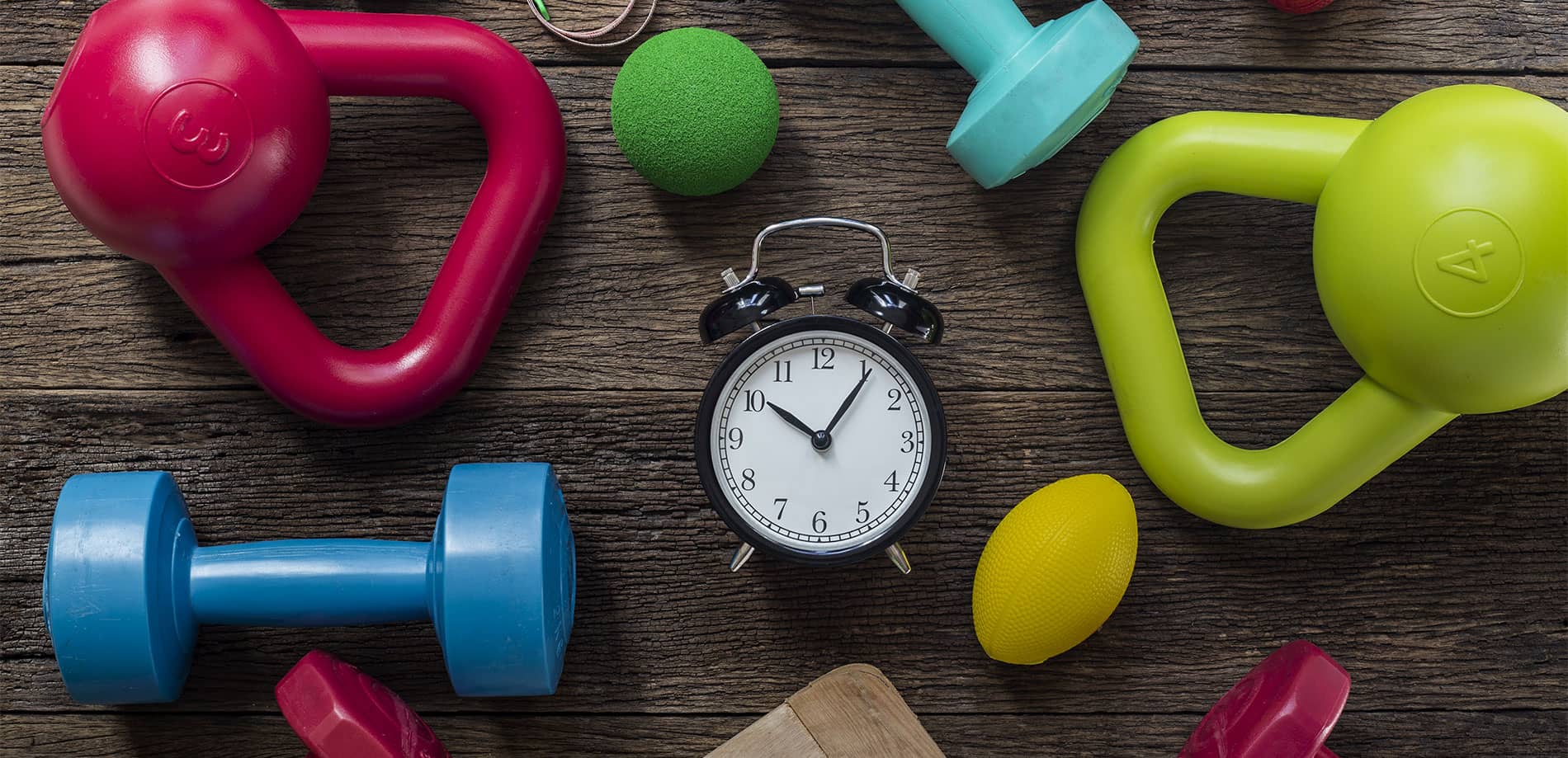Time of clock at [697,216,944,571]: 10:05
